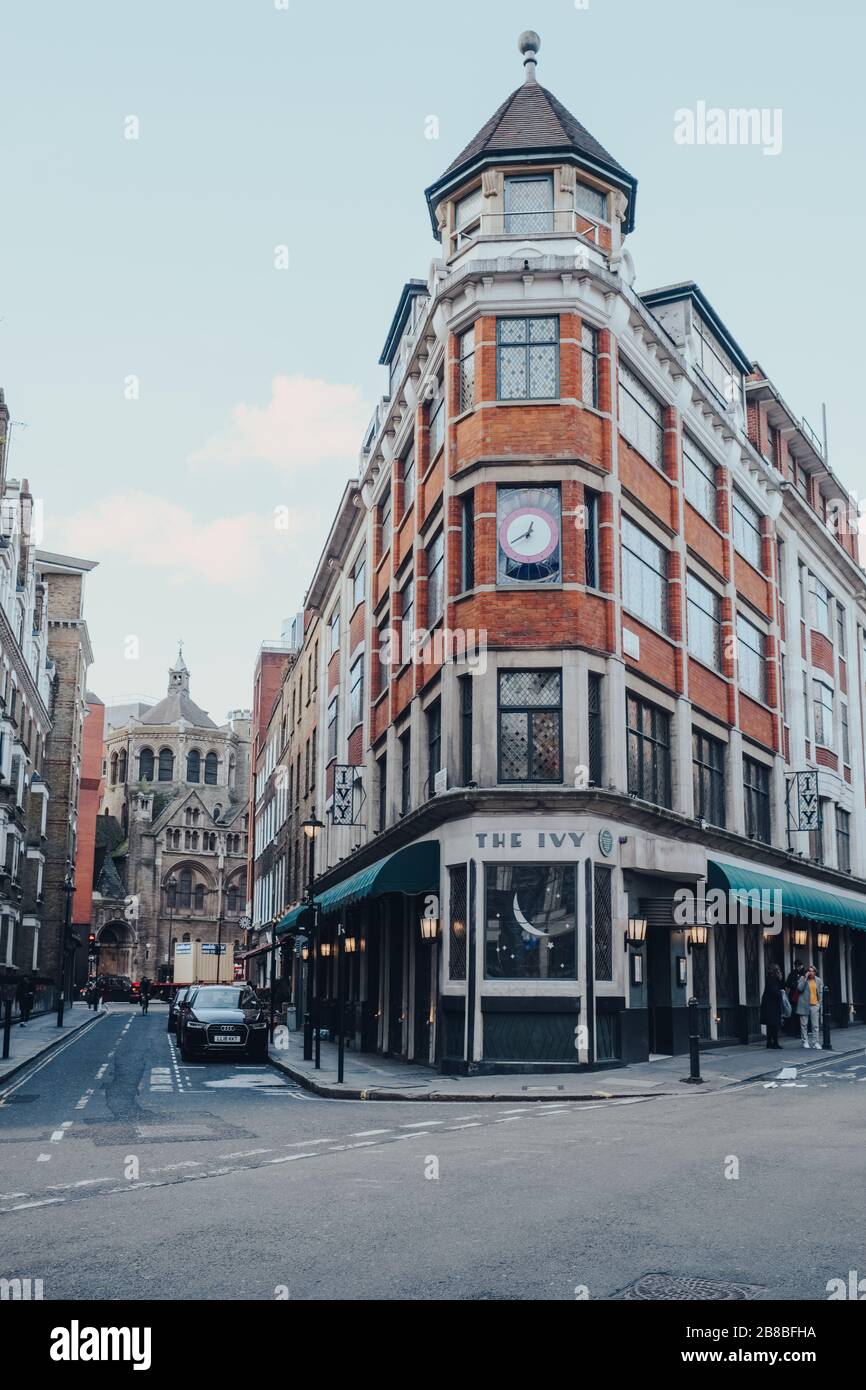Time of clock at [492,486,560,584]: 12:40
